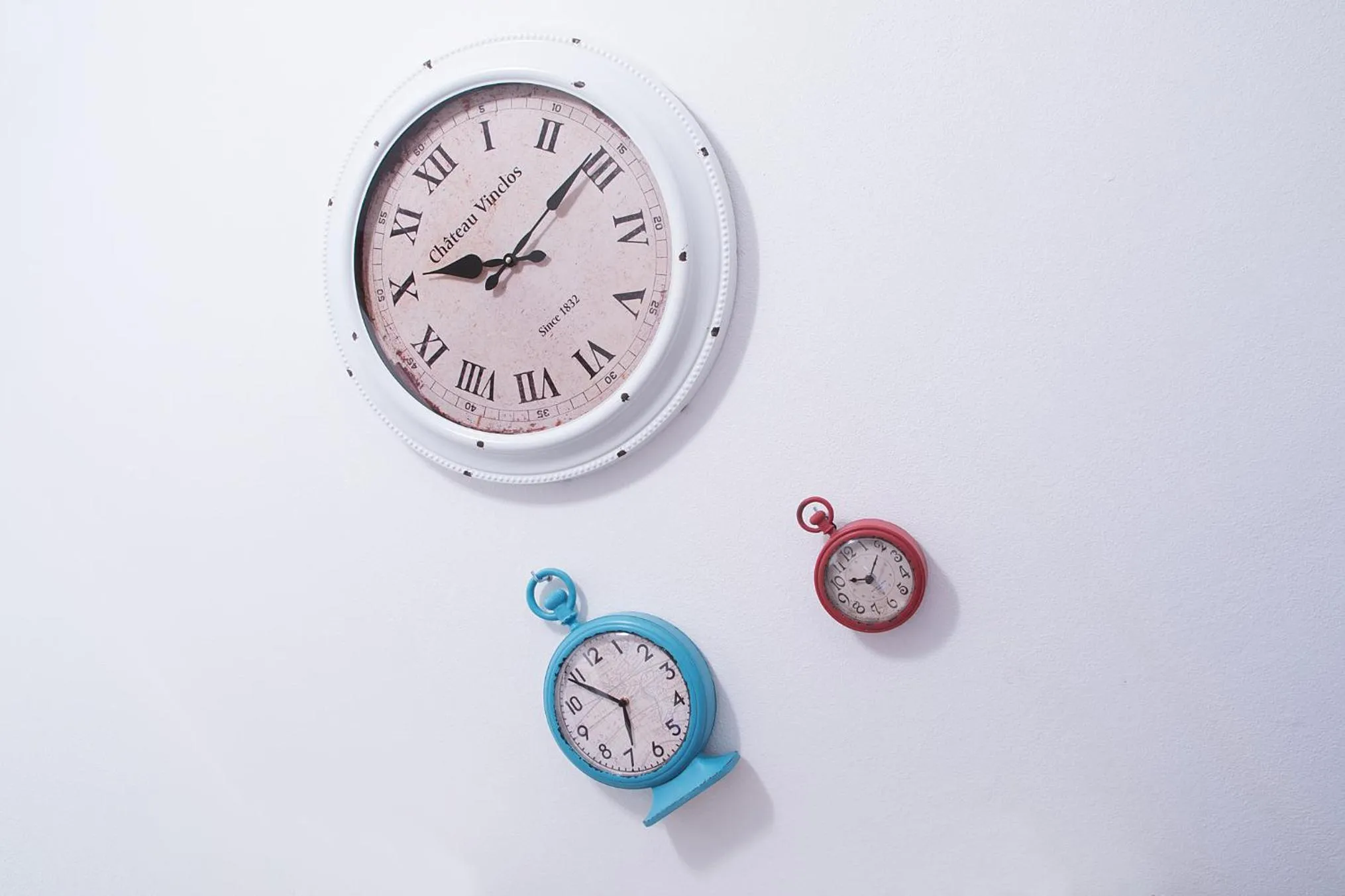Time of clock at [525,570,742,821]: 5:49
